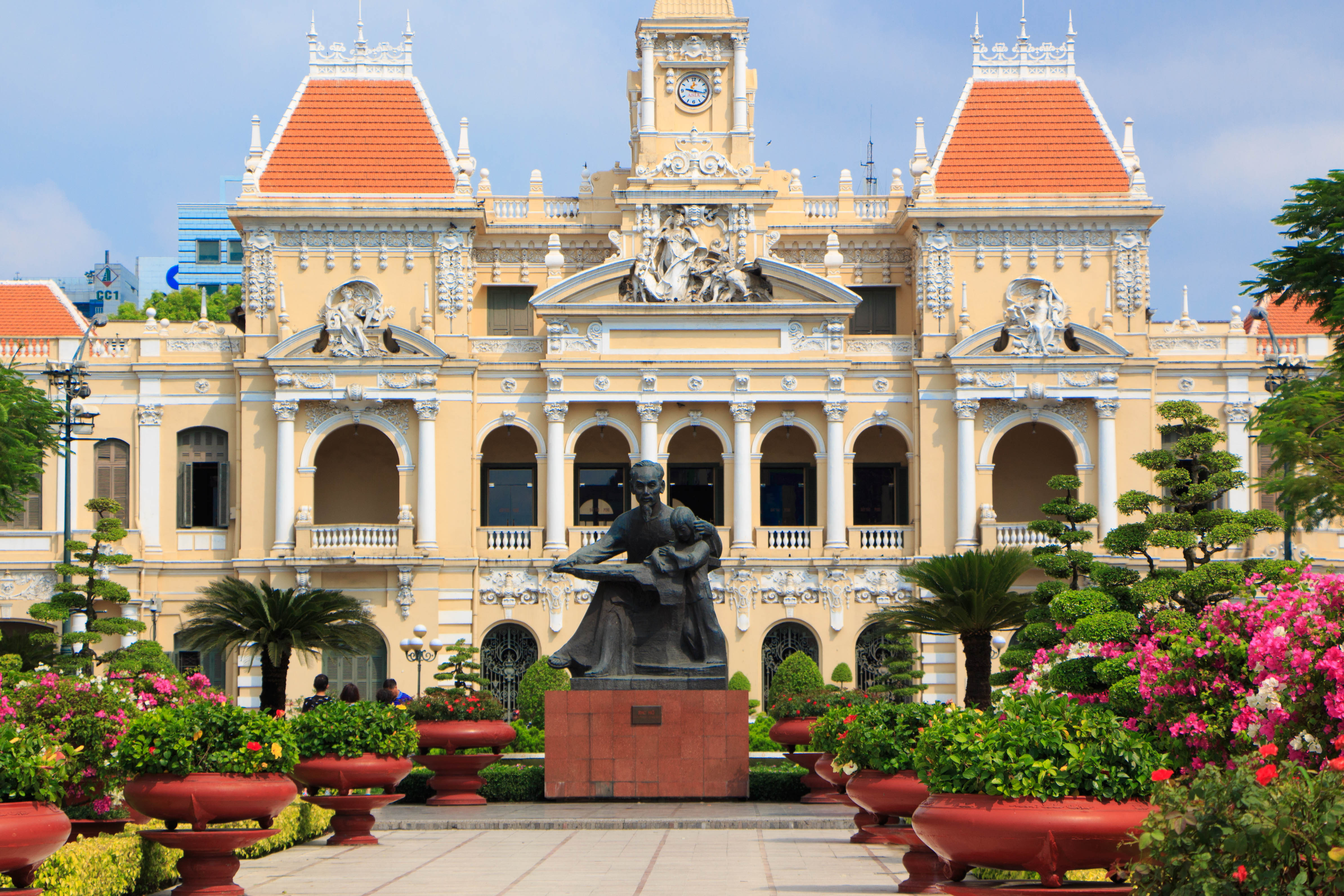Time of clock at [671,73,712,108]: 9:17
